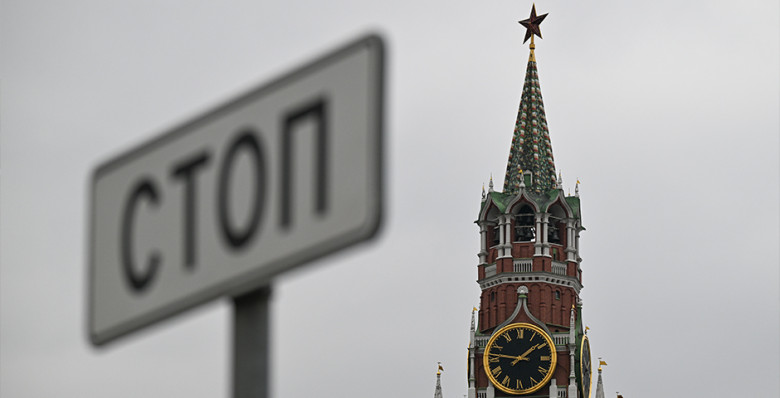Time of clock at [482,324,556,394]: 1:46
